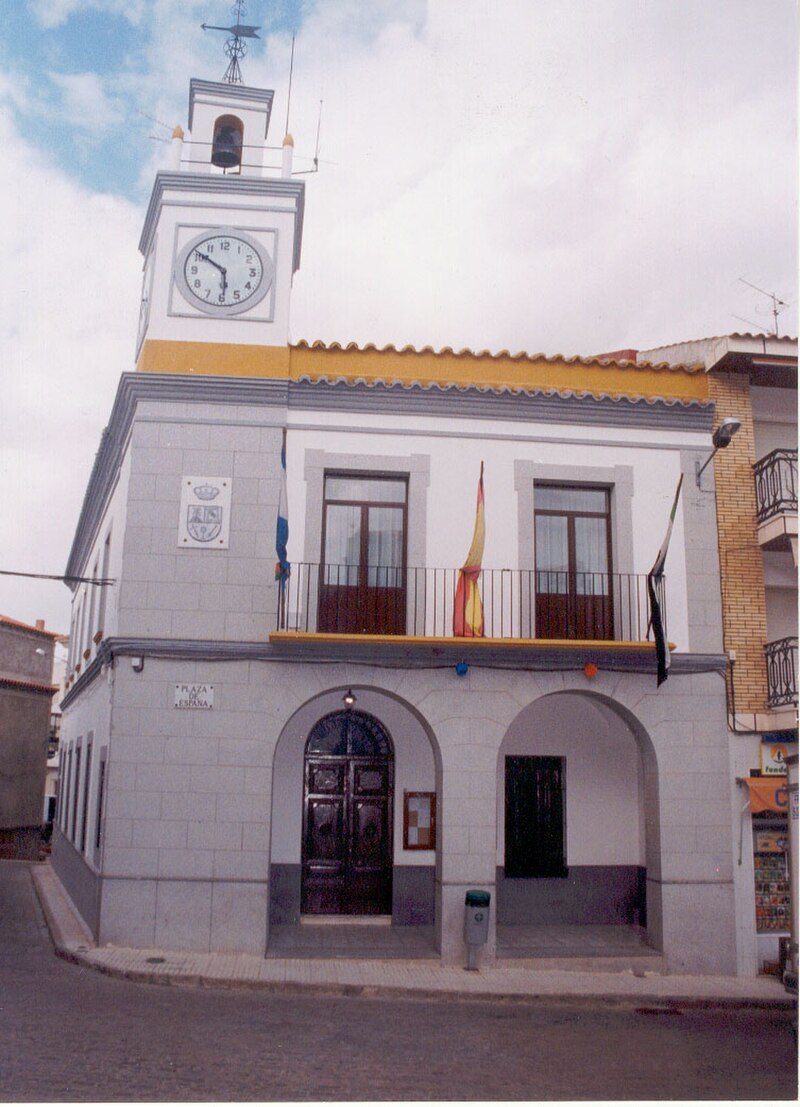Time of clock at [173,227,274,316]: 5:51
